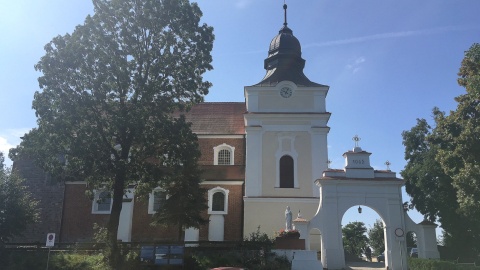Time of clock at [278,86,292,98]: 4:04
